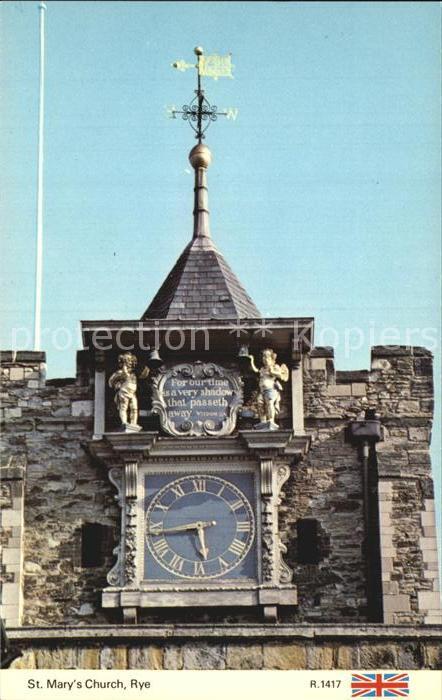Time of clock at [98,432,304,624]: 5:43
